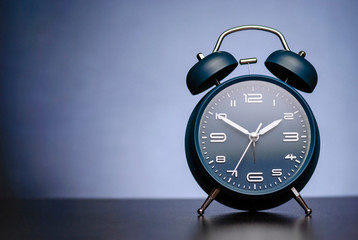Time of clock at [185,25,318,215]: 1:50
